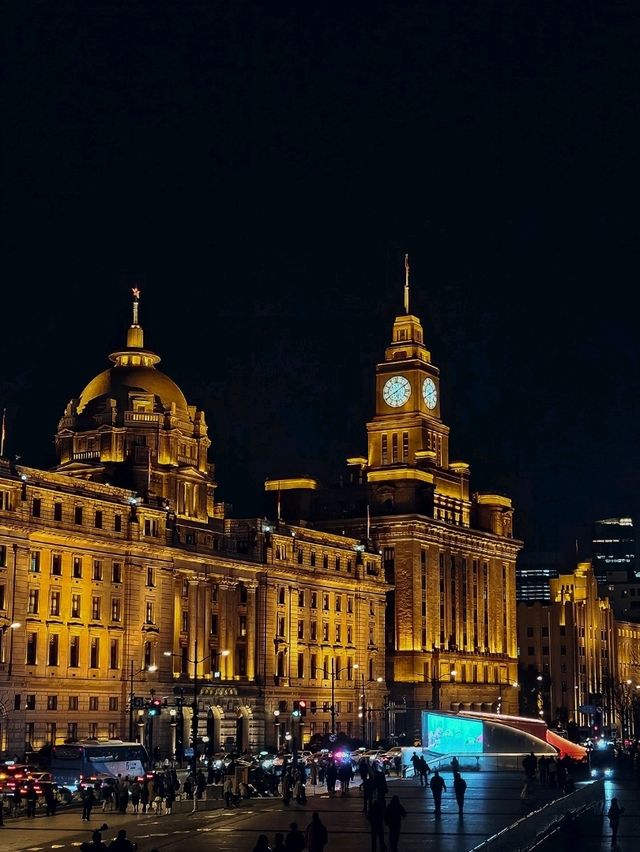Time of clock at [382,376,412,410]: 8:09
